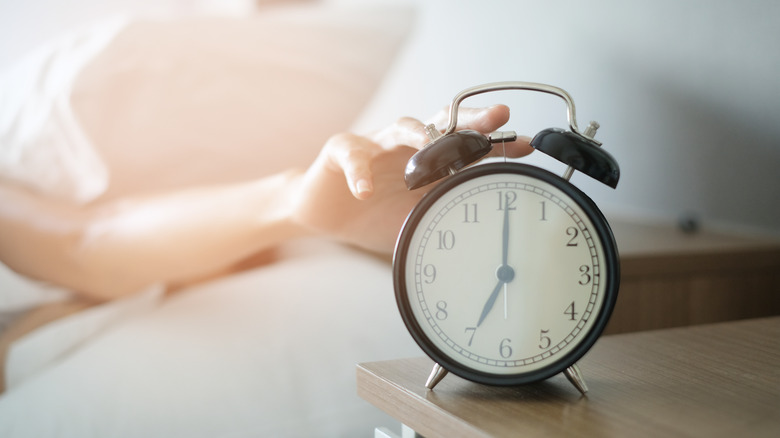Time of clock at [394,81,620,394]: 7:00
